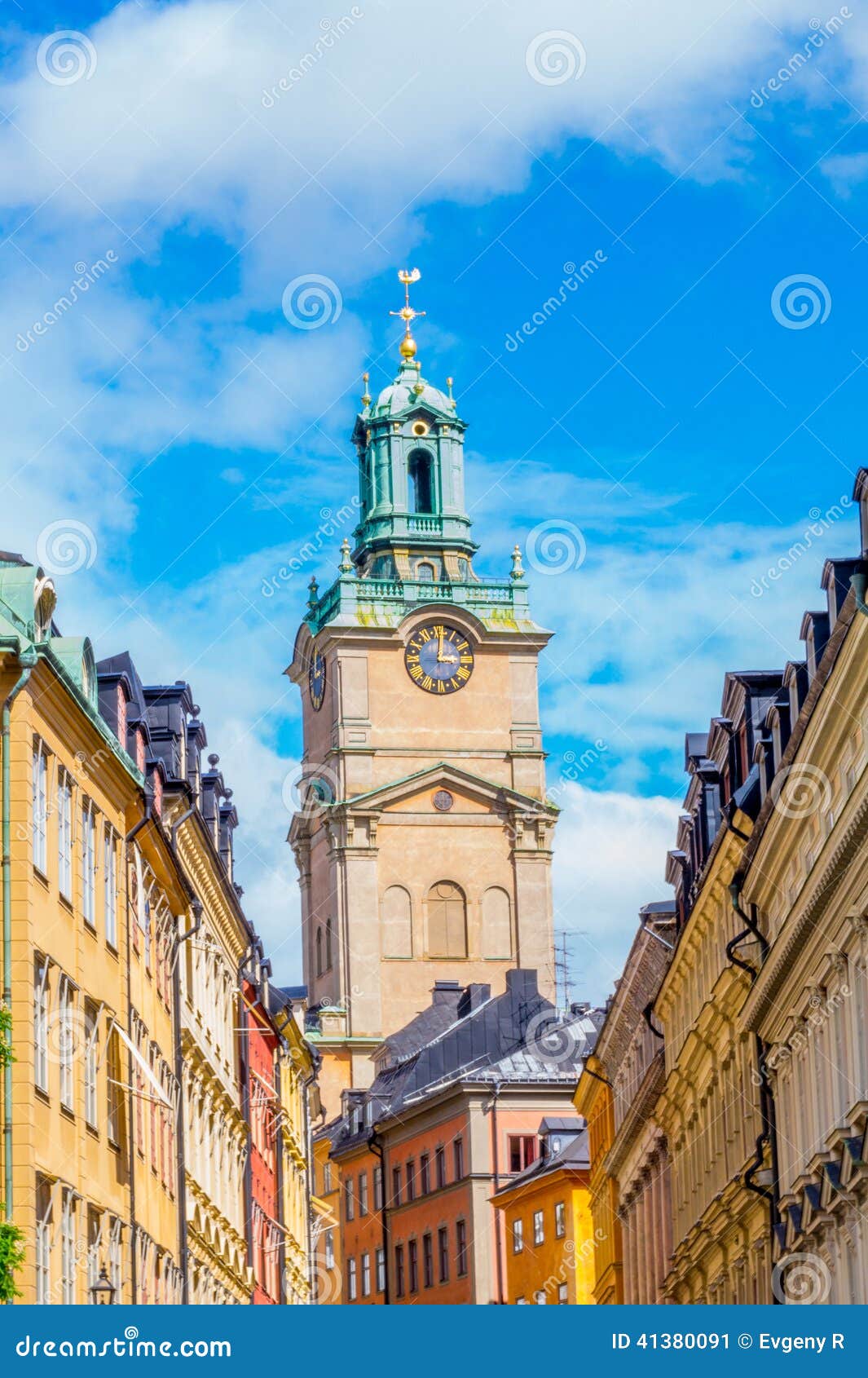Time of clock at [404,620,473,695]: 3:00
